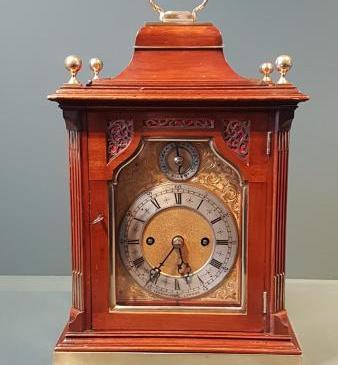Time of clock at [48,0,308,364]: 5:36
